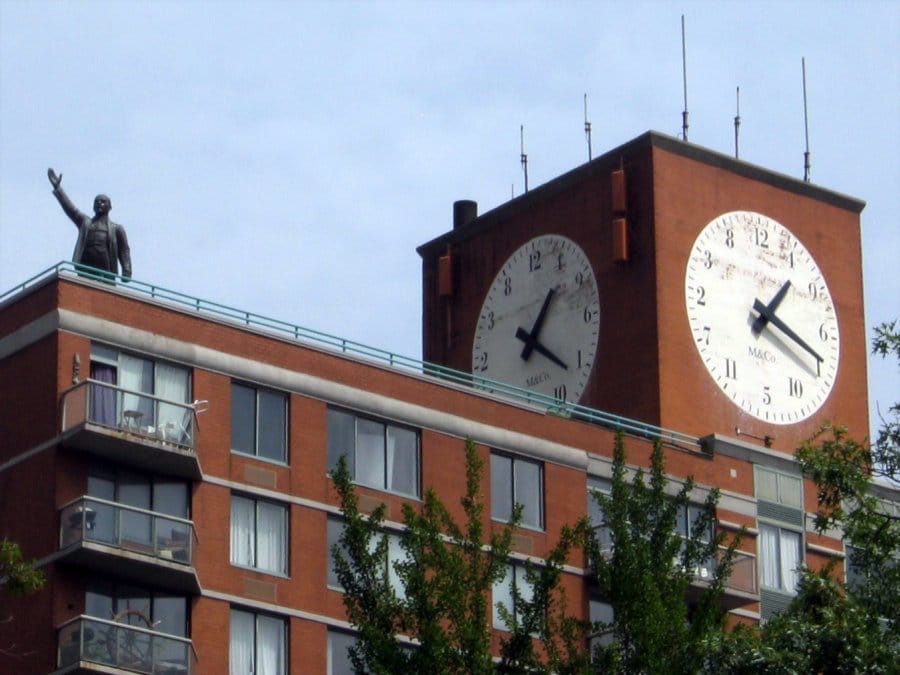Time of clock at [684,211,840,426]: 1:18
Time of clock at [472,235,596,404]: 1:21
